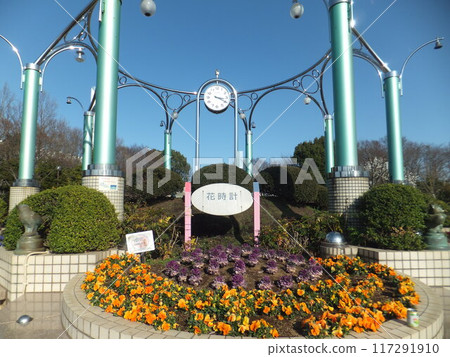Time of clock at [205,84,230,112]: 3:19
